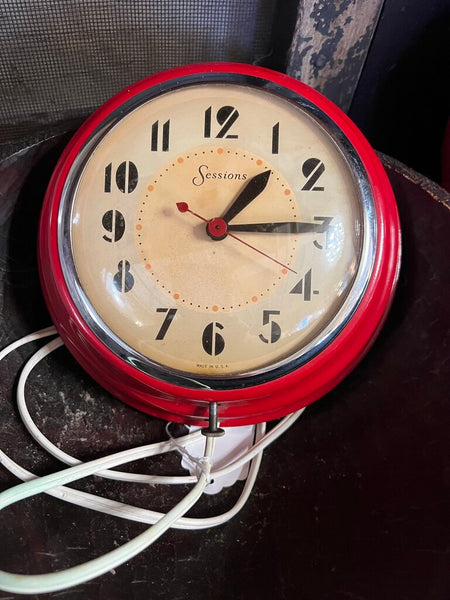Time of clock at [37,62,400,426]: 1:14
